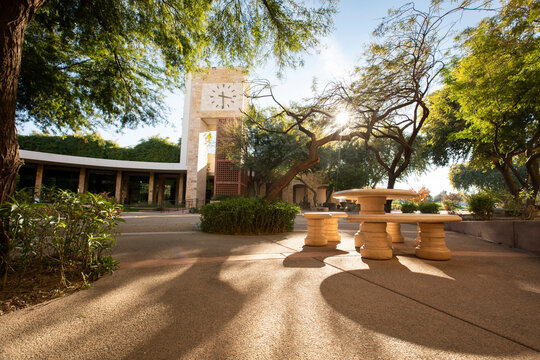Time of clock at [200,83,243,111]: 3:29
